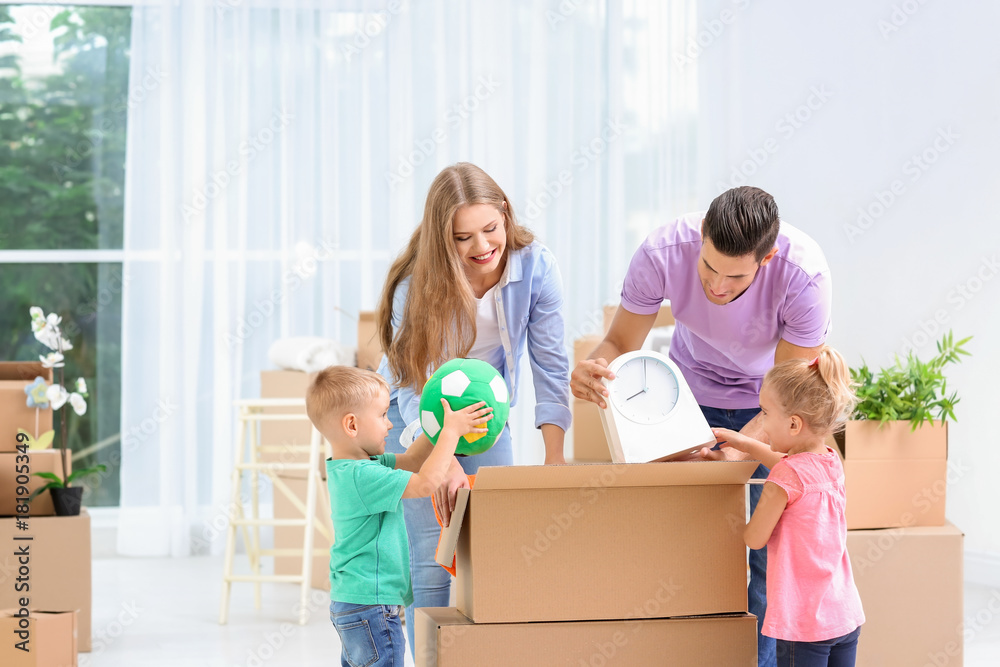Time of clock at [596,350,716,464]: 8:01
